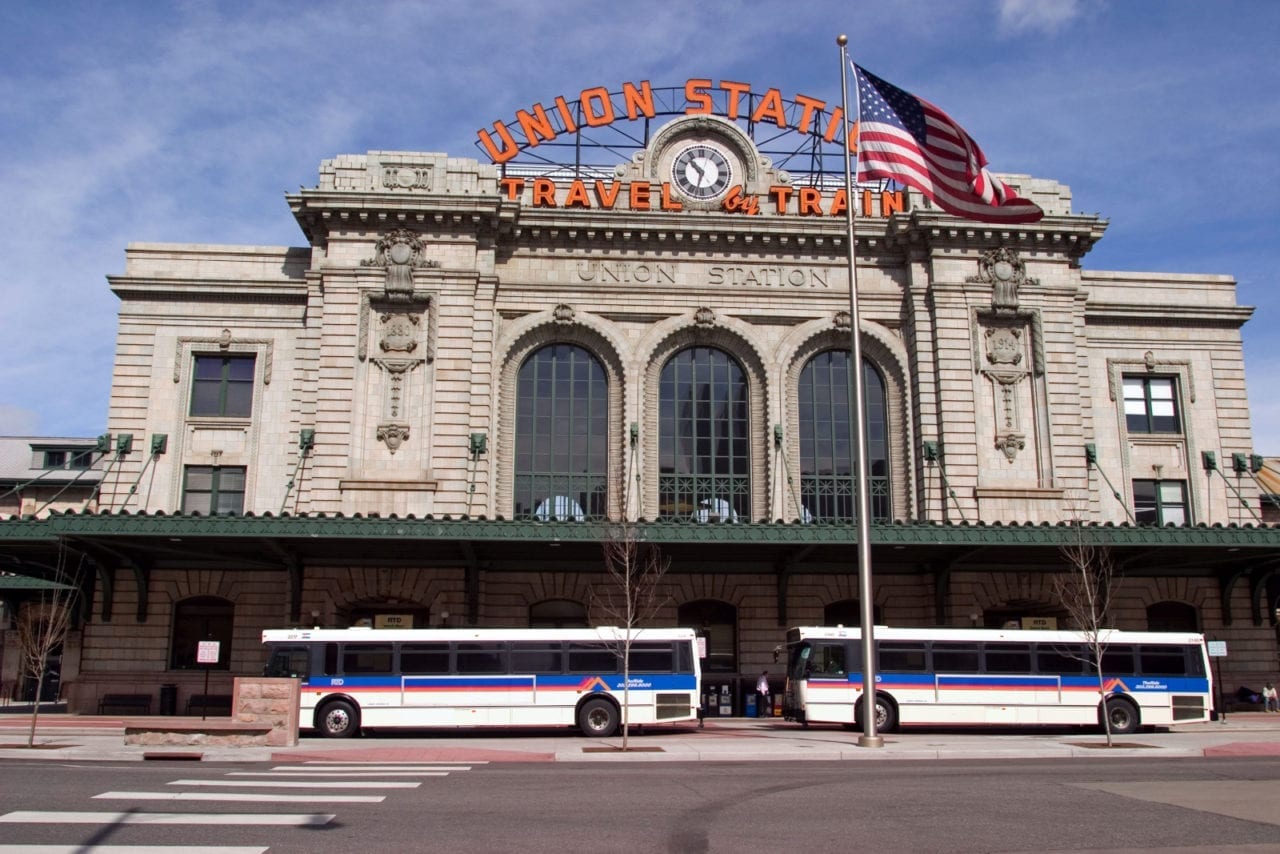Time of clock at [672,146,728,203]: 10:32
